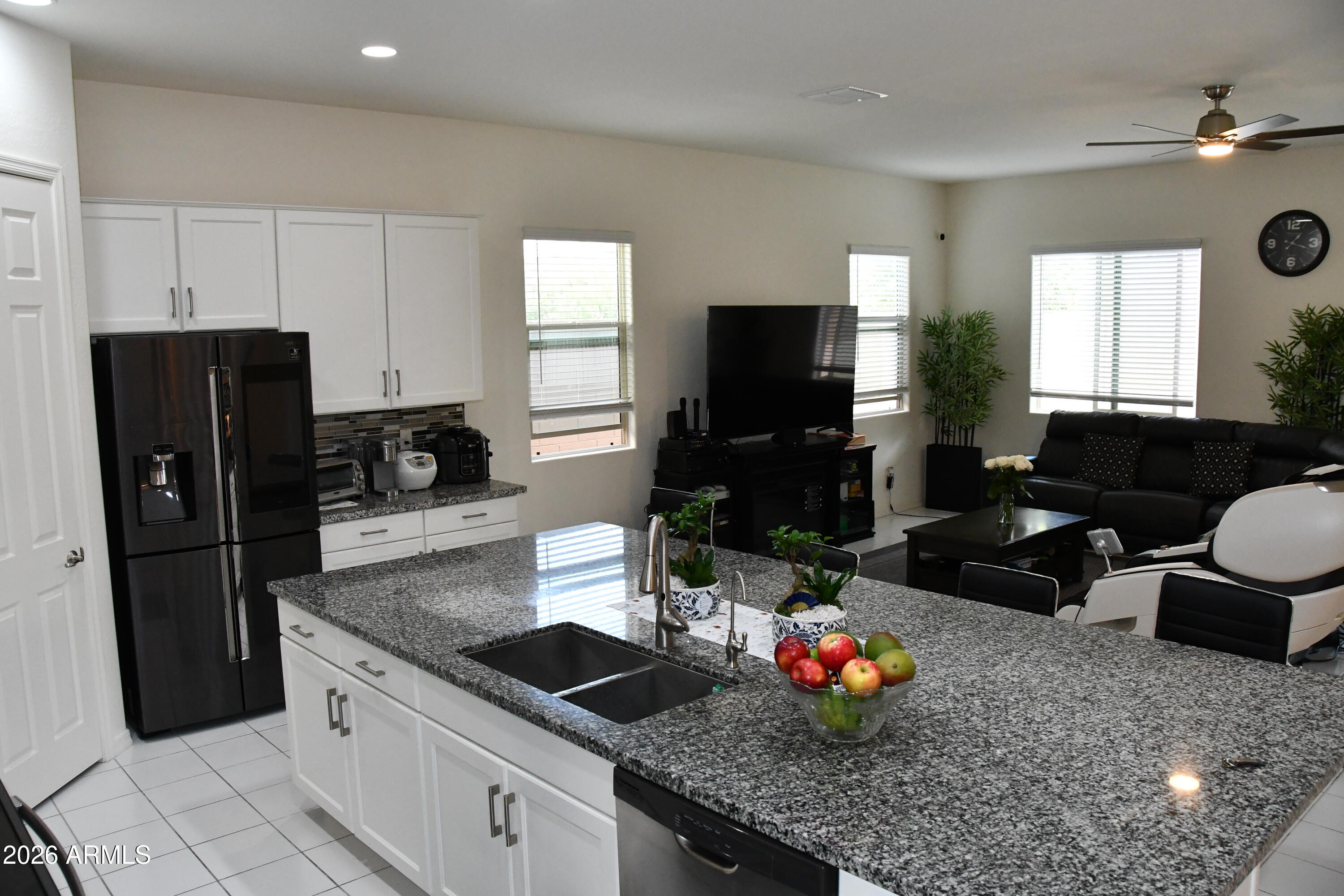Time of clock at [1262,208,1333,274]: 1:18
